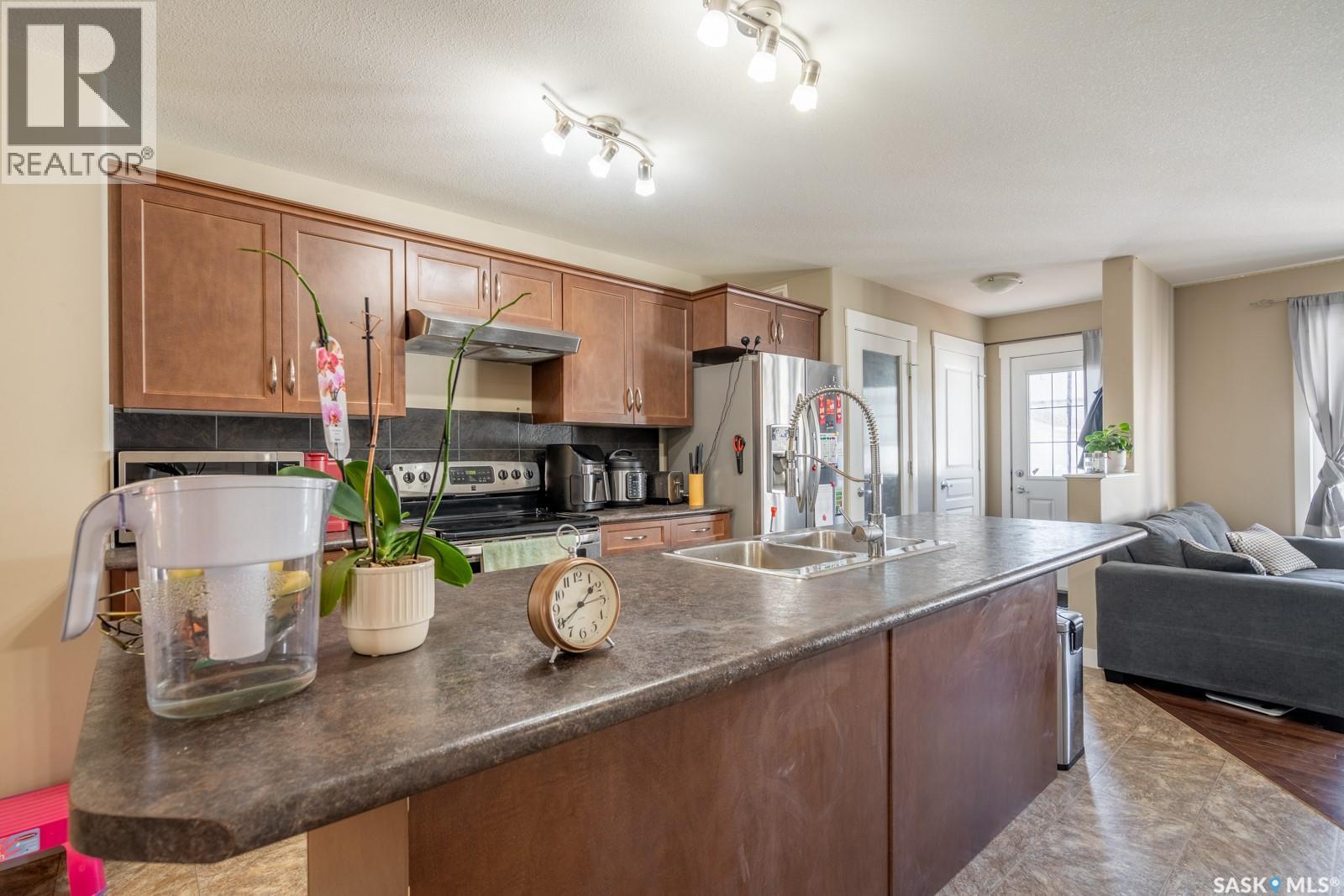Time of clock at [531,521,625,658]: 1:39
